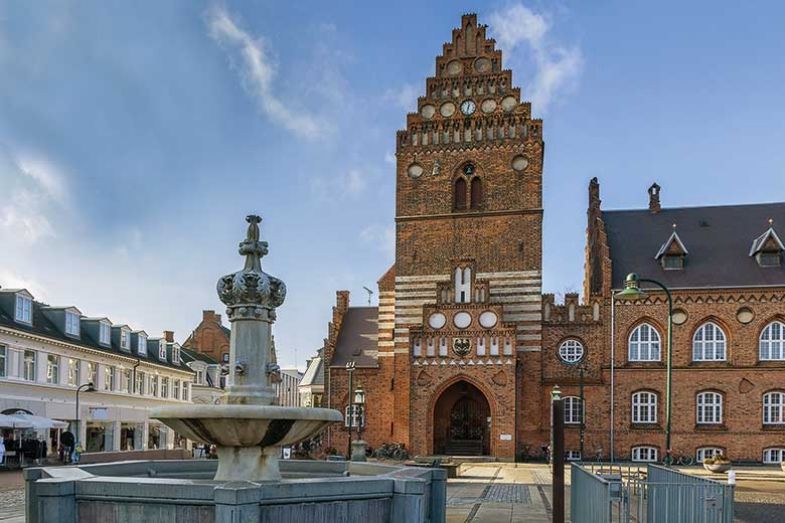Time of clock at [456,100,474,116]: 12:32
